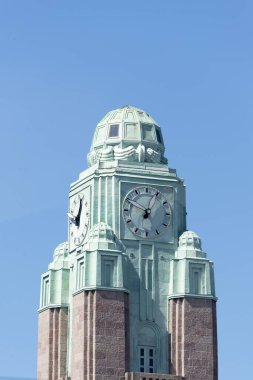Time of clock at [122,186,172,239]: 12:49
